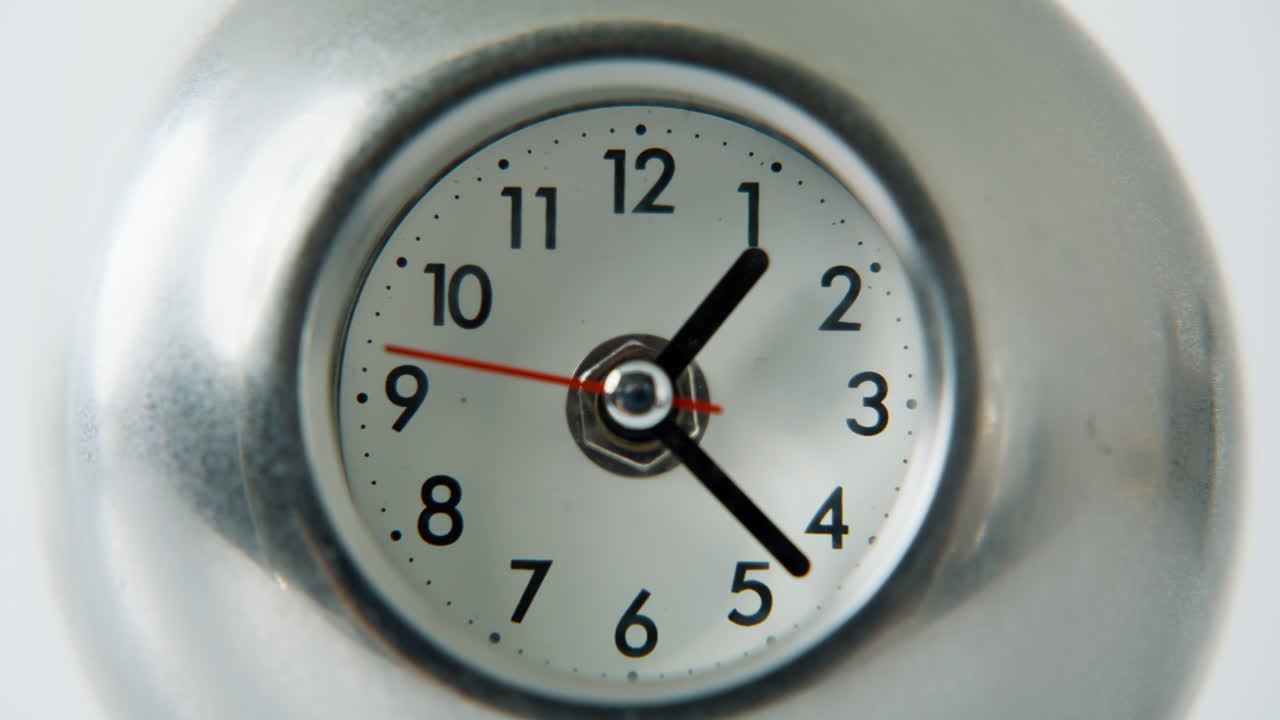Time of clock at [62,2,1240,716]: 1:22
